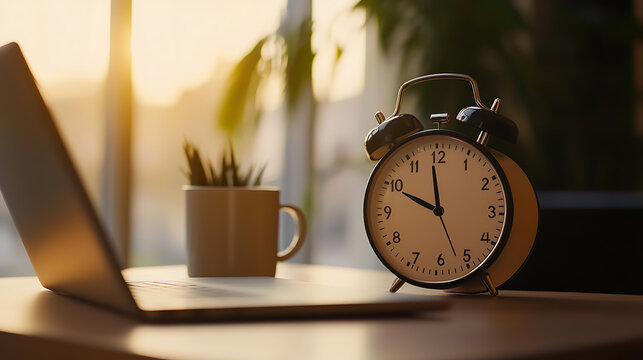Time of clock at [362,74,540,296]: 9:58
